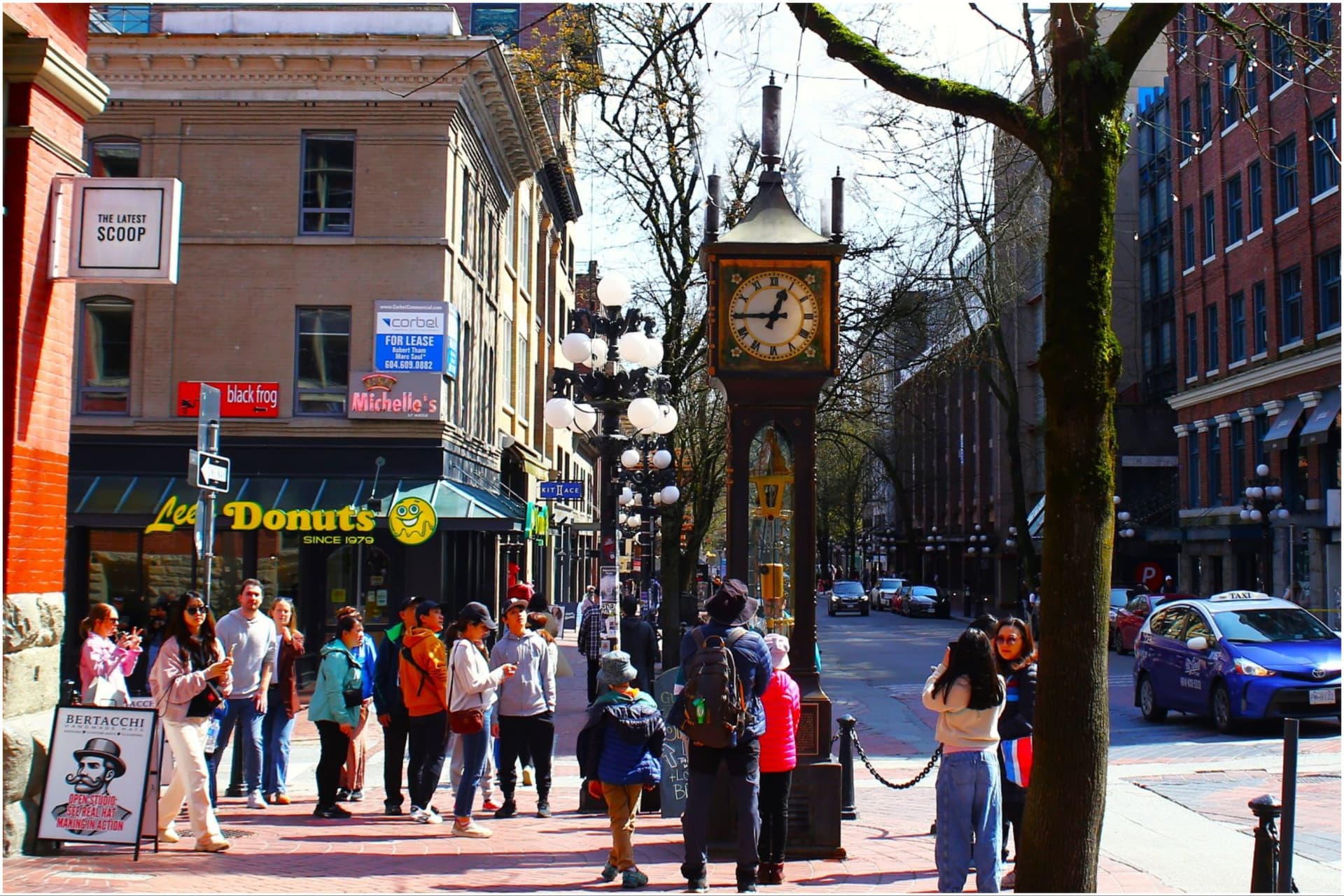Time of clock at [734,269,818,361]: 12:45
